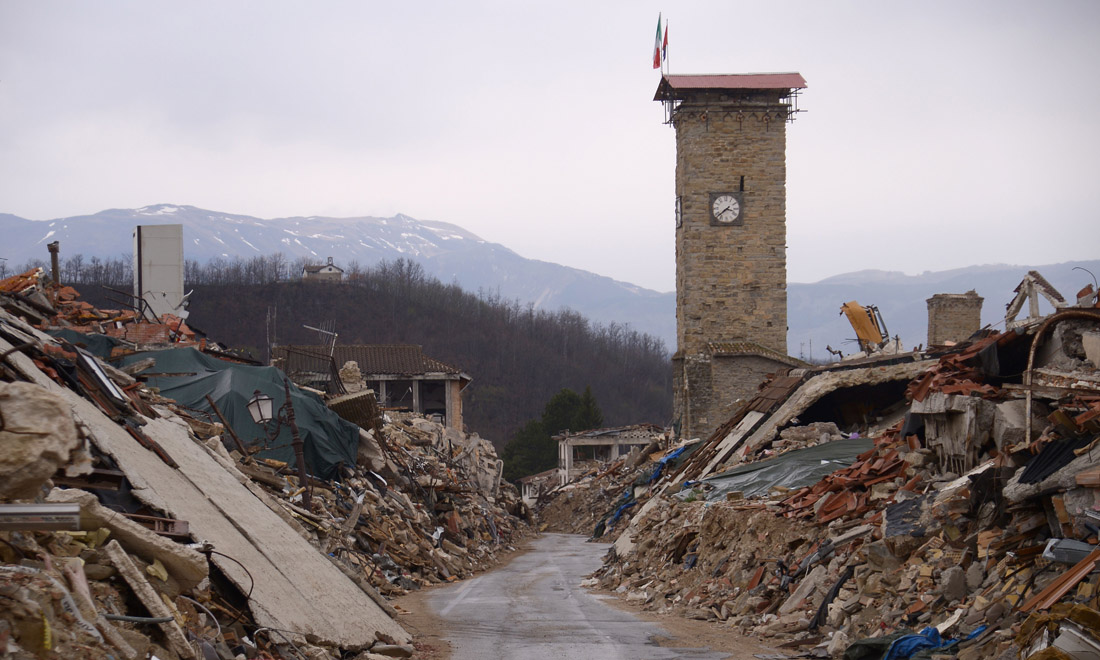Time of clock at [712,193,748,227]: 3:38
